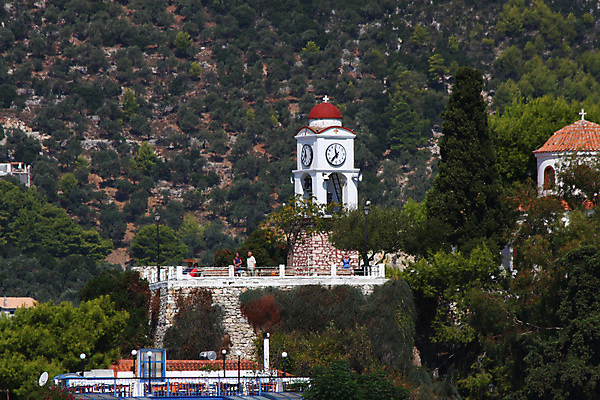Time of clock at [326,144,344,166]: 11:36
